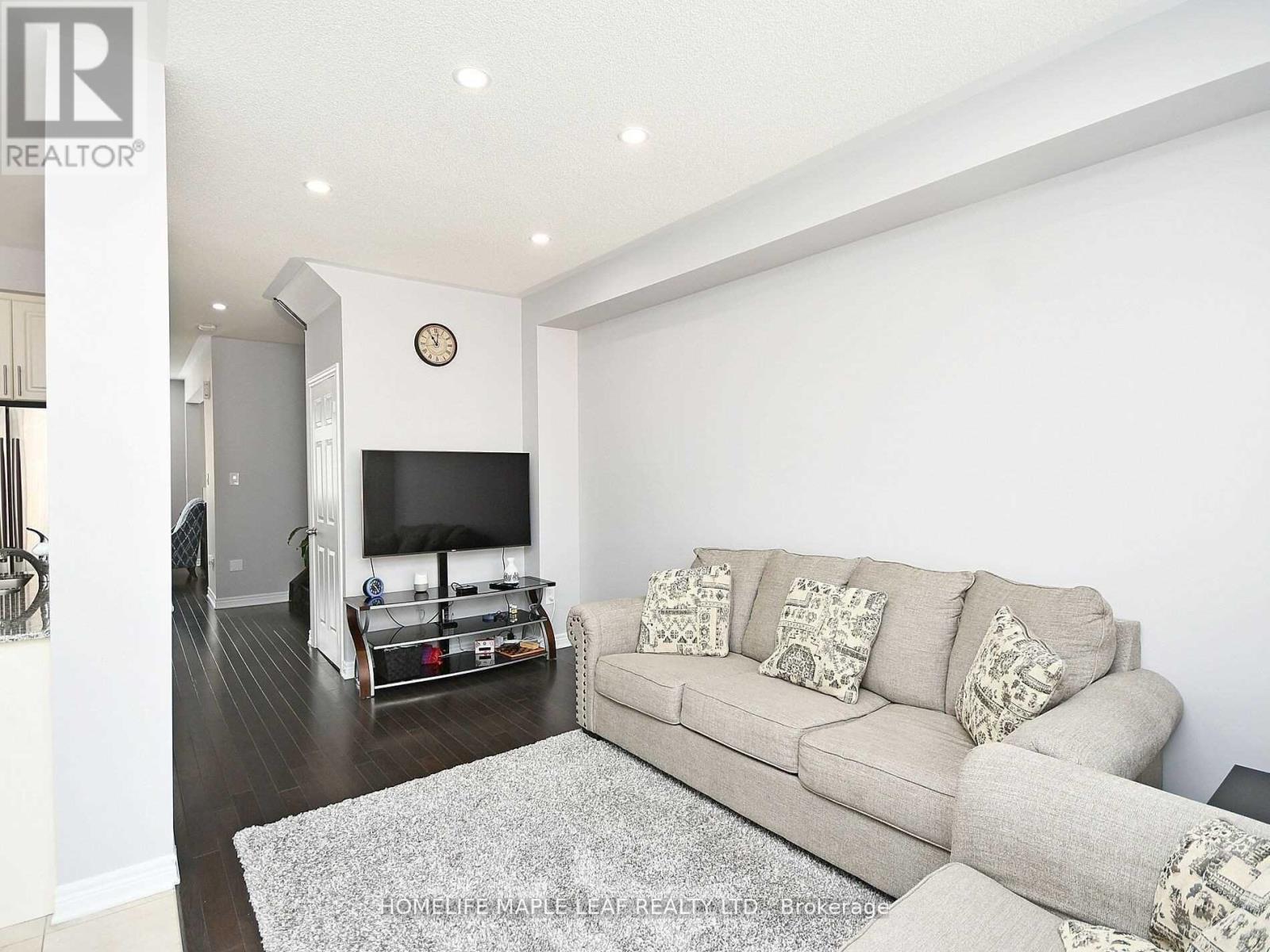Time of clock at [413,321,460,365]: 11:01
